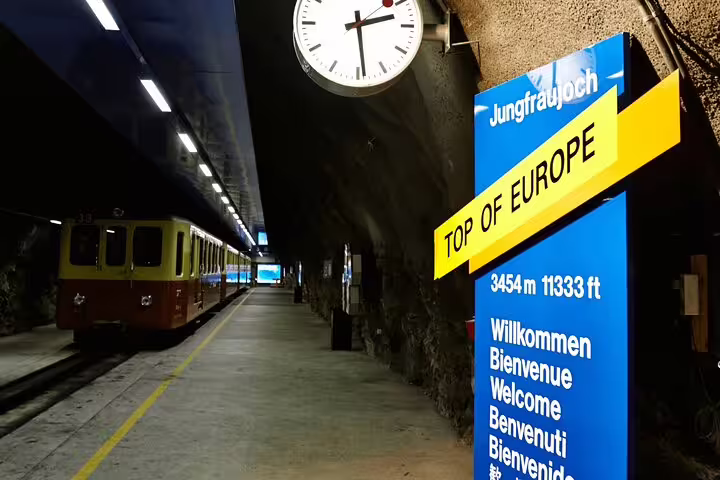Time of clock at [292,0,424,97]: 2:29
